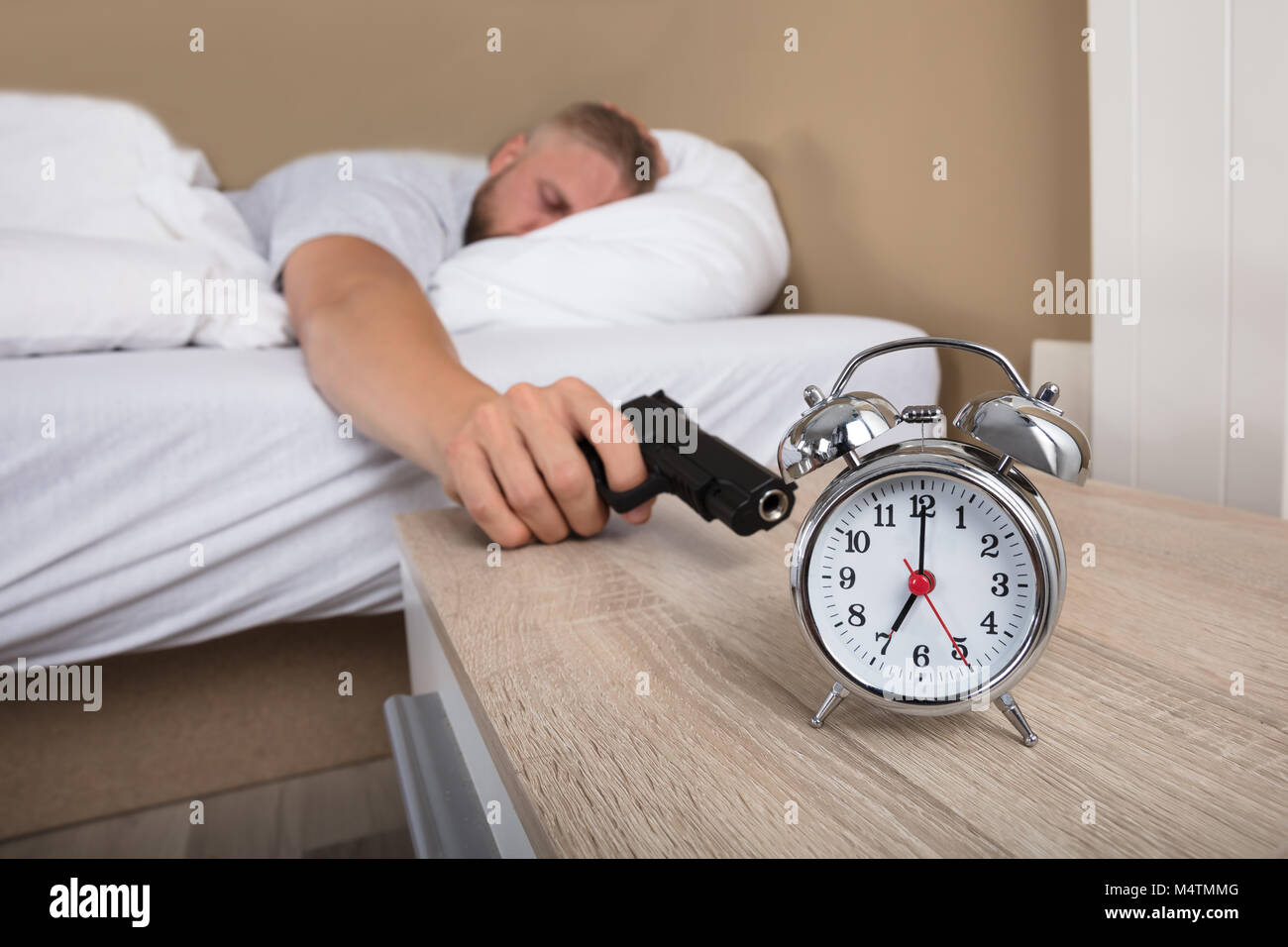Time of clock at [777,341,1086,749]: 7:00
